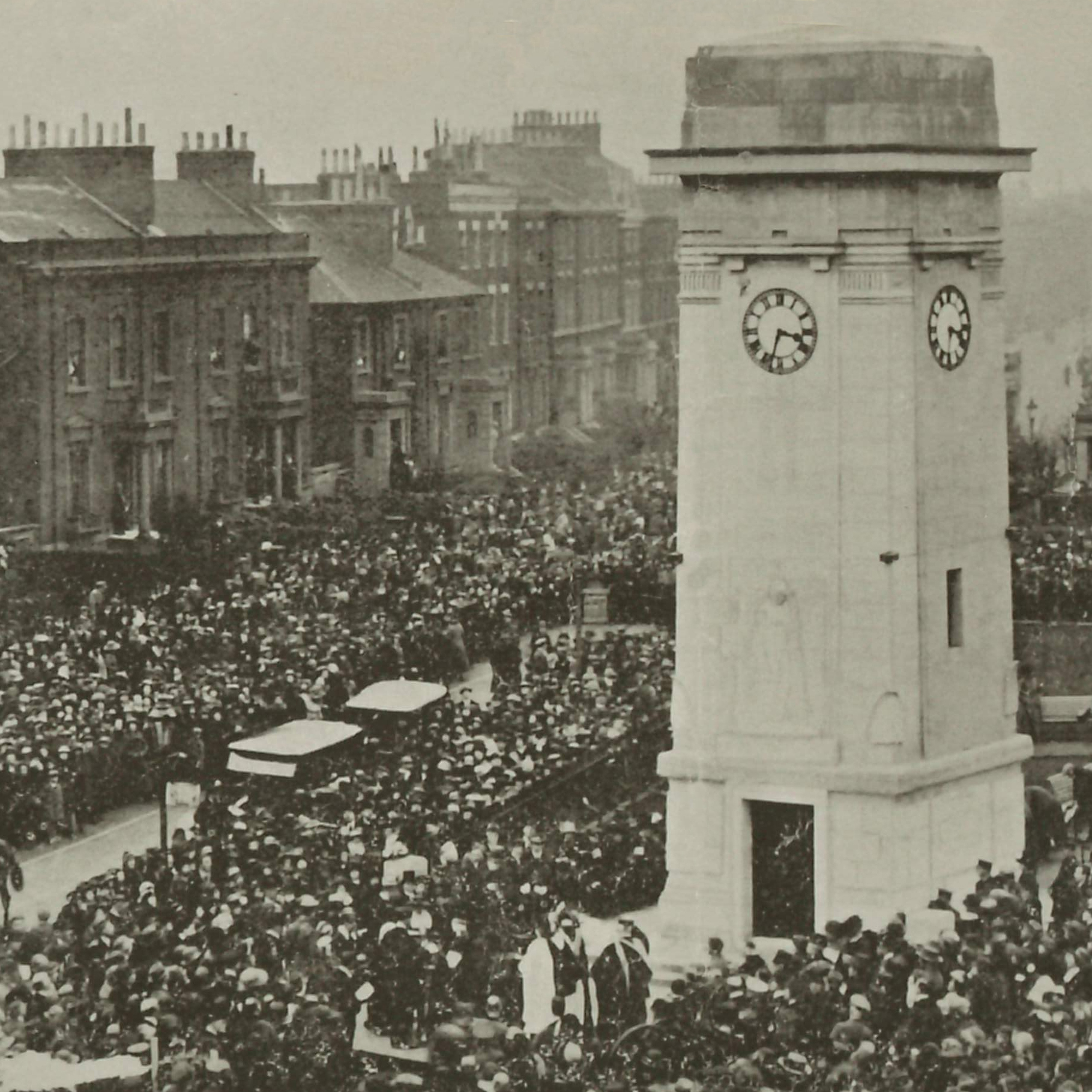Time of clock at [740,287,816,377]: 3:32
